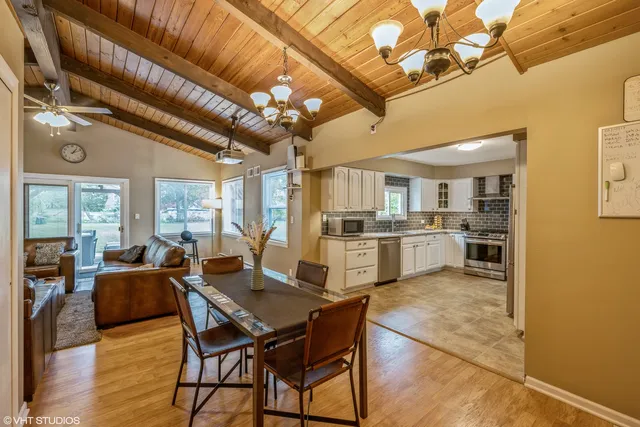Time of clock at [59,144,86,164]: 1:11
